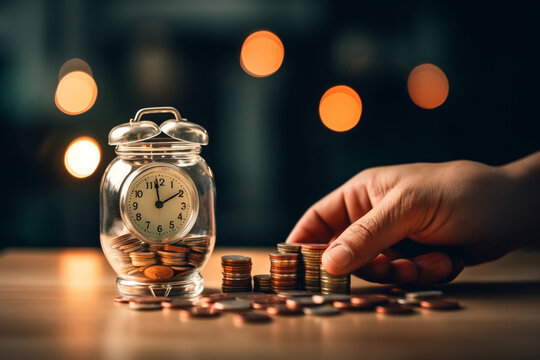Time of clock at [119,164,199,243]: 1:58
